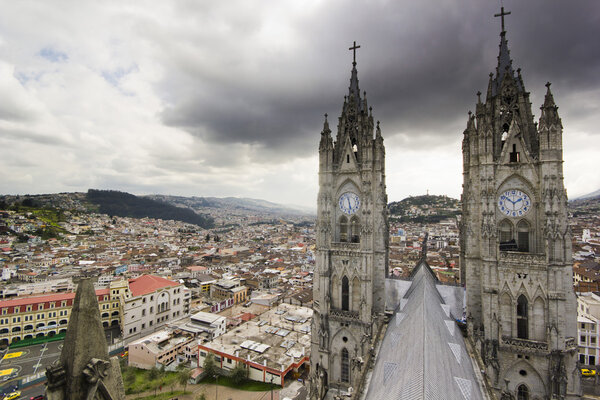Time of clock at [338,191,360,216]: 11:28
